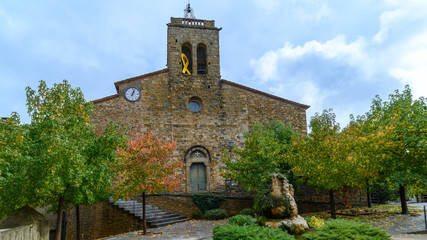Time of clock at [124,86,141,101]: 1:02
